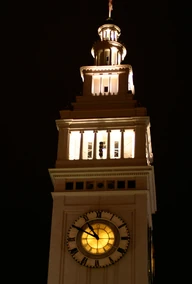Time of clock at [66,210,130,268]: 10:49
